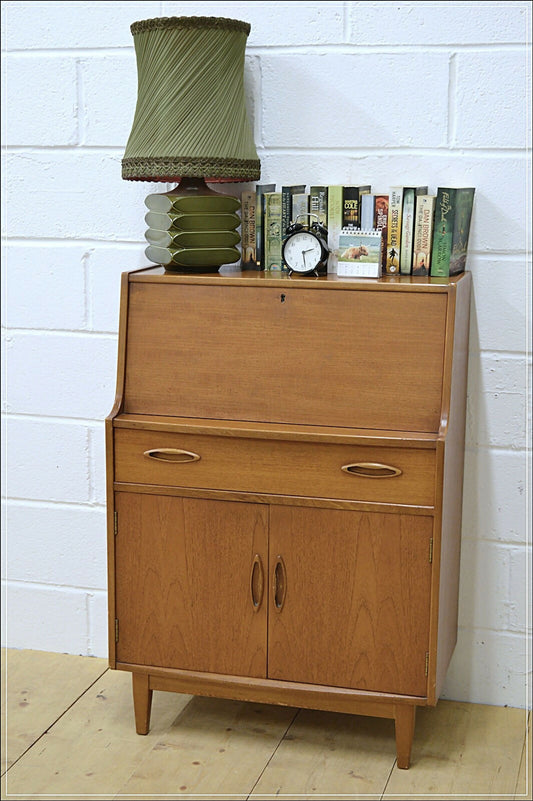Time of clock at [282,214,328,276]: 2:28
